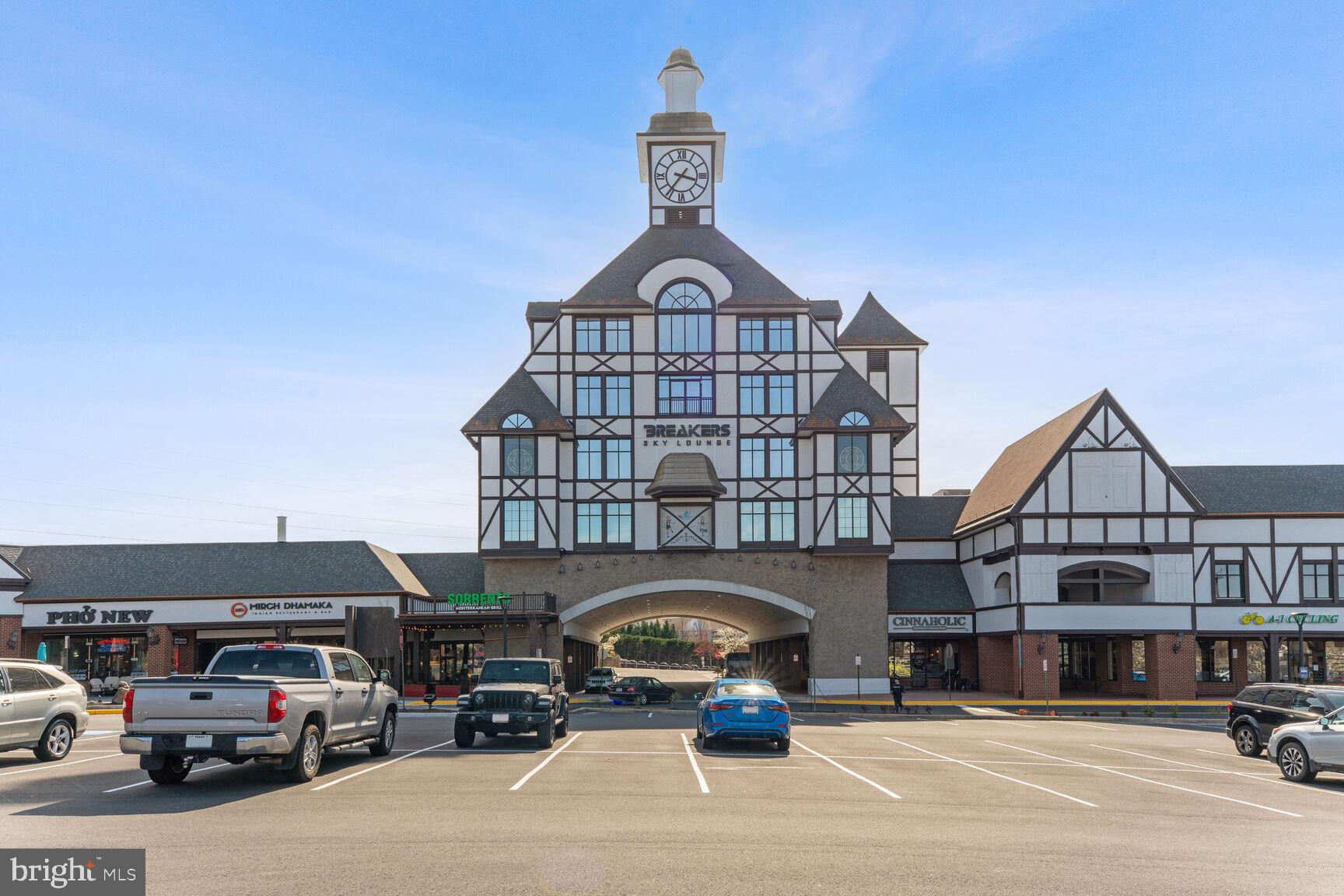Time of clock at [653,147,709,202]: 3:36
